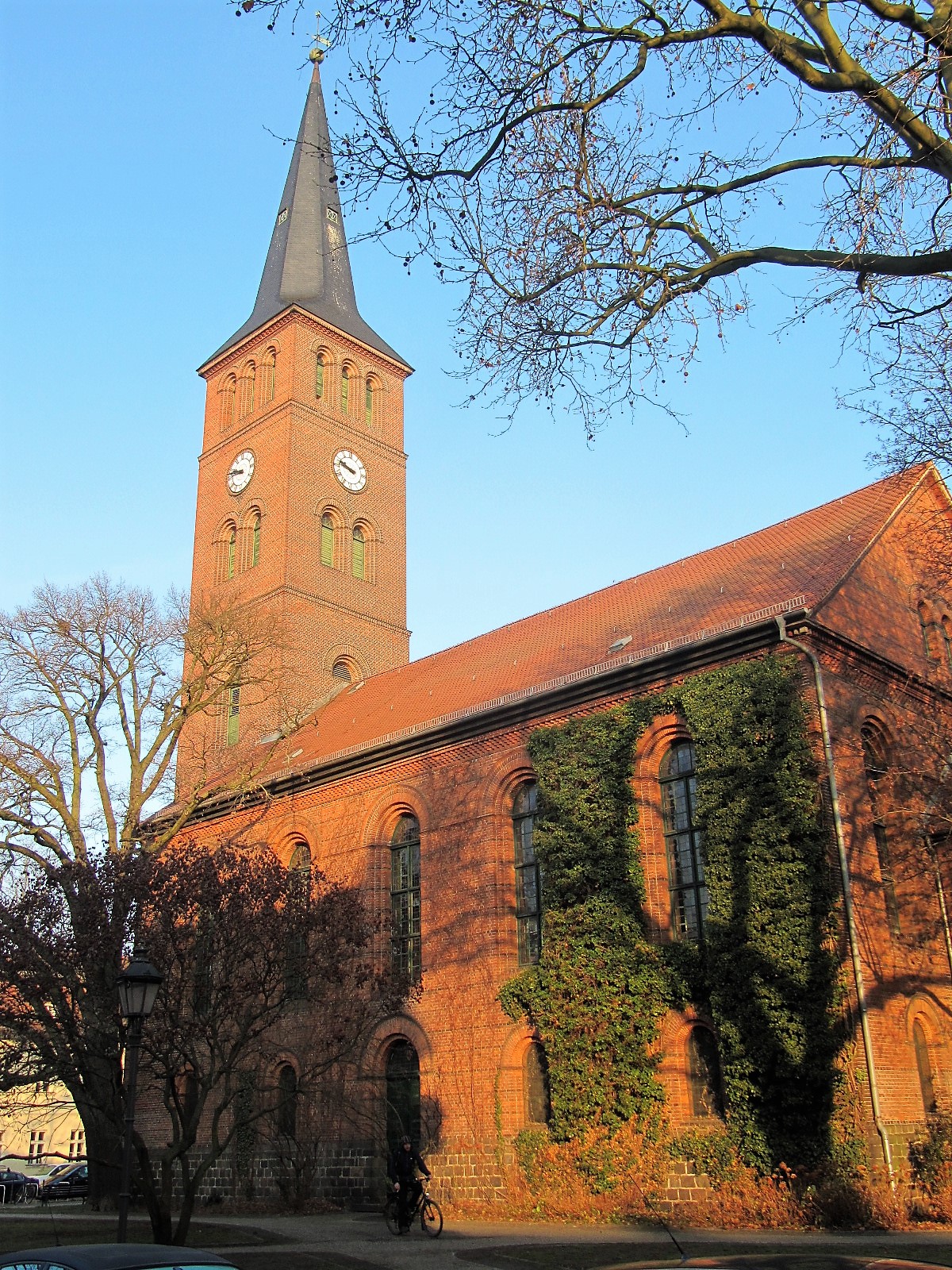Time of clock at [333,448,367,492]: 9:48
